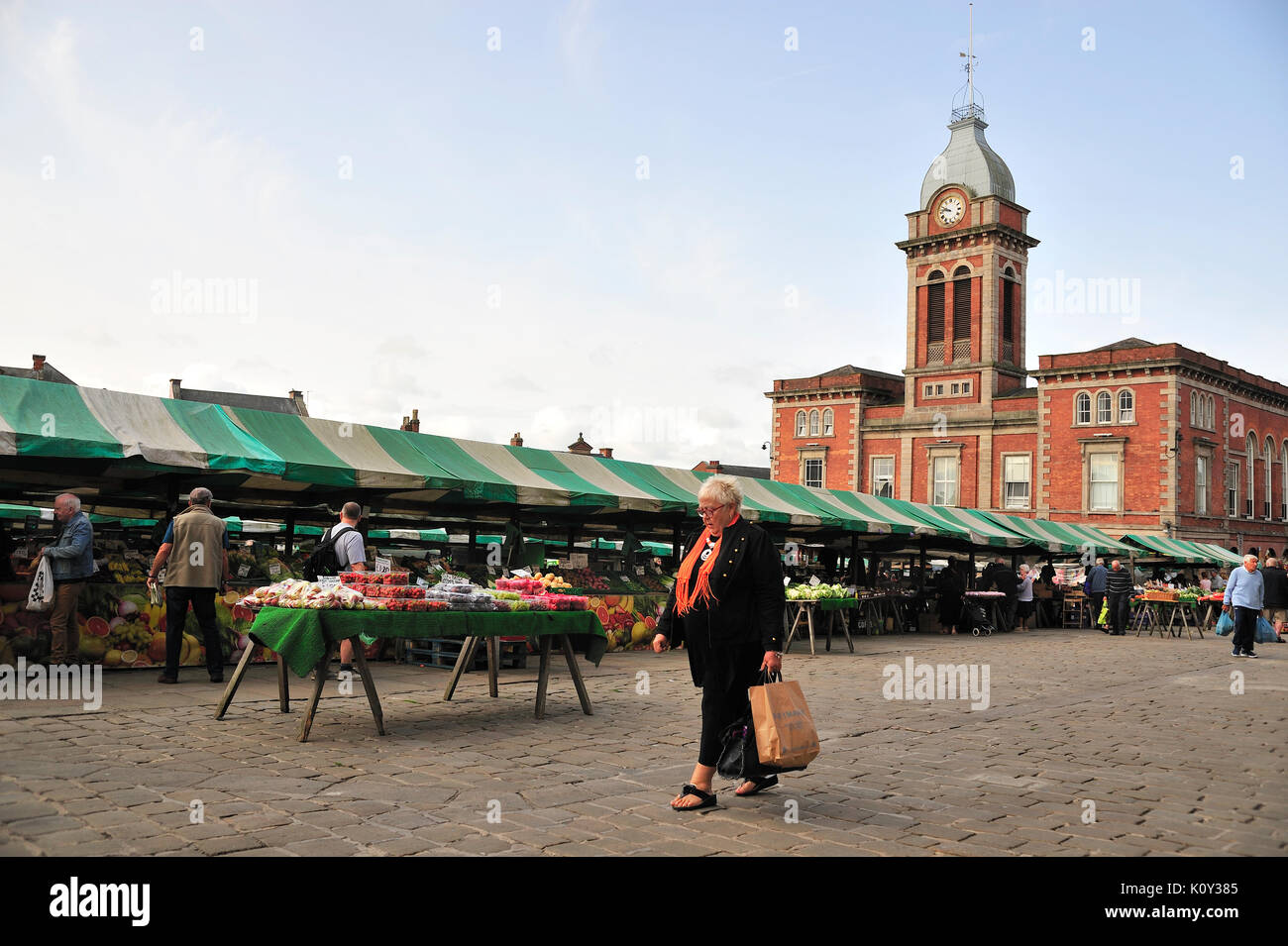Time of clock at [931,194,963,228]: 9:45
